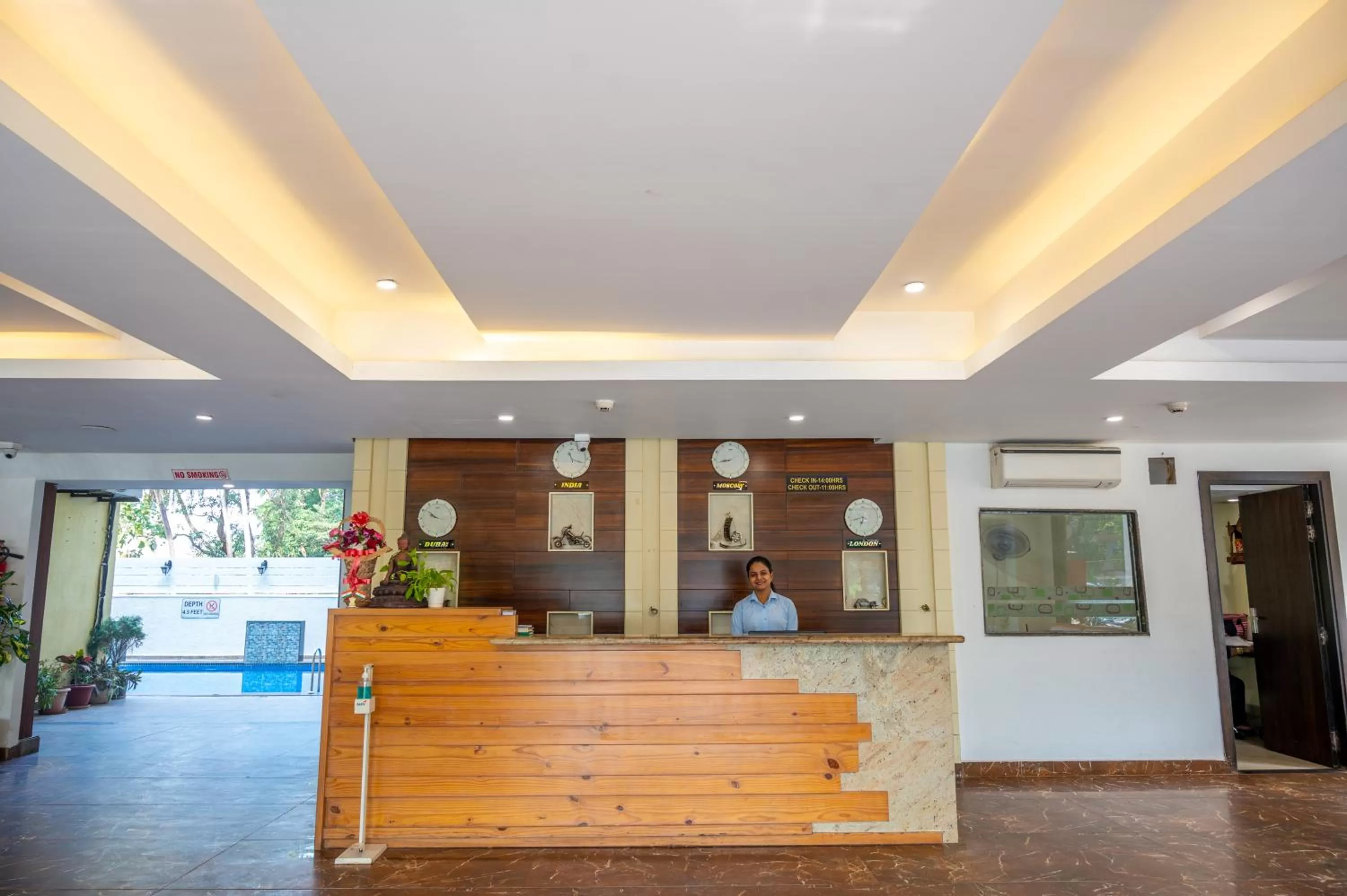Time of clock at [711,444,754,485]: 8:43
